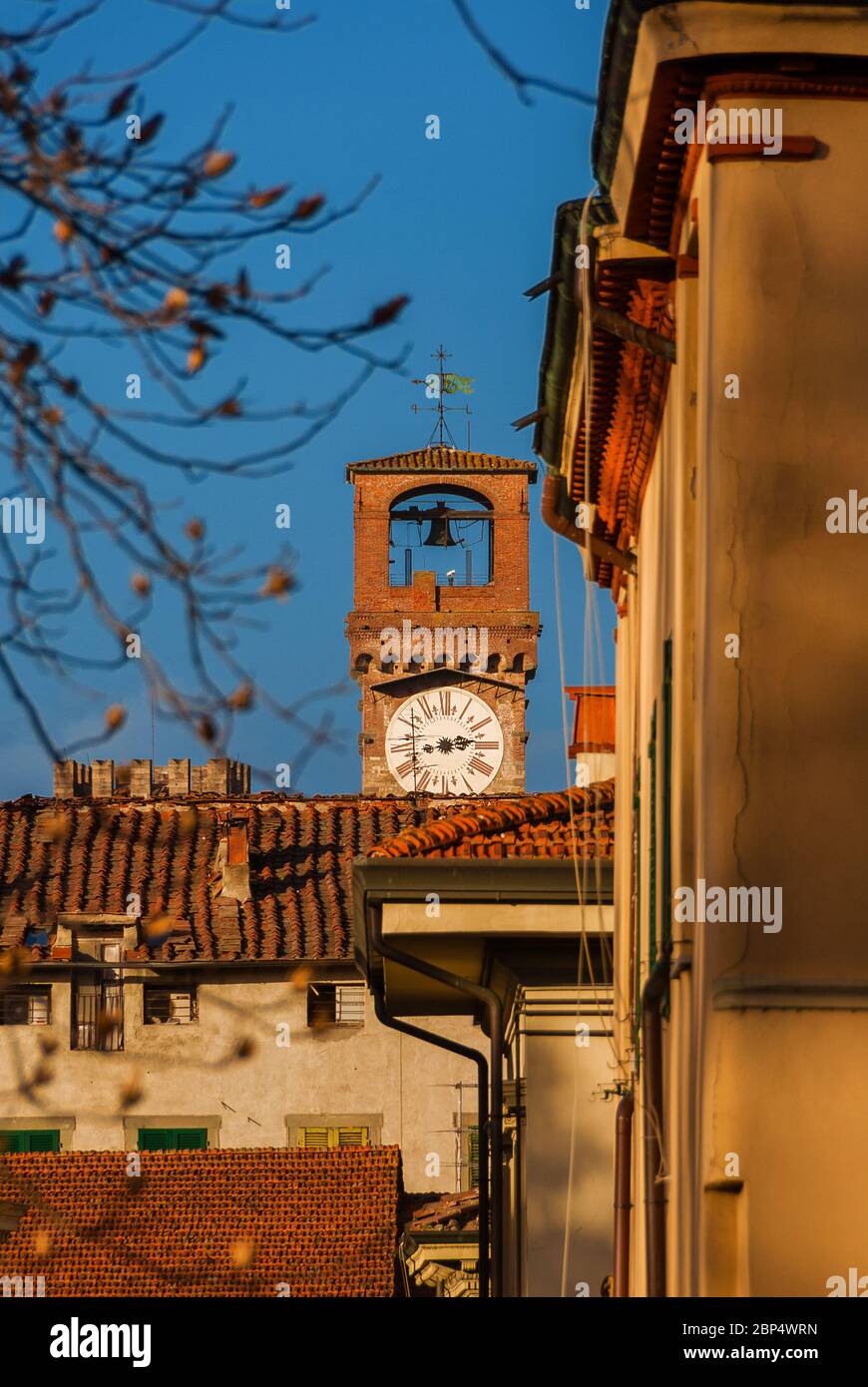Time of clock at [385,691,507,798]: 2:42
